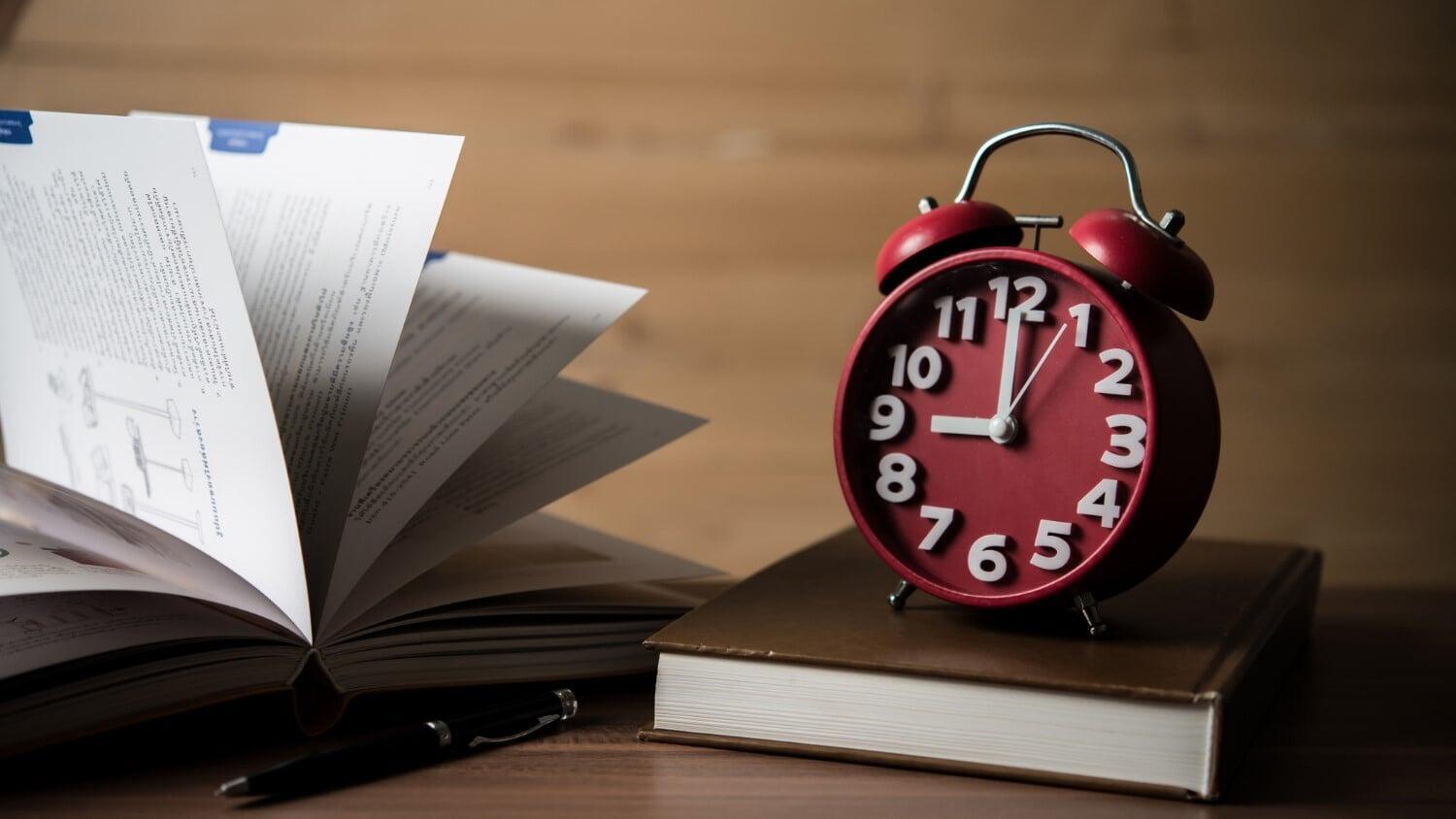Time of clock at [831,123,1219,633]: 8:59
